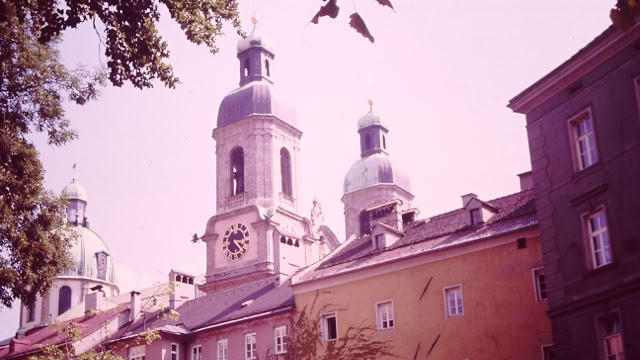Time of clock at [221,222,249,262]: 3:21
